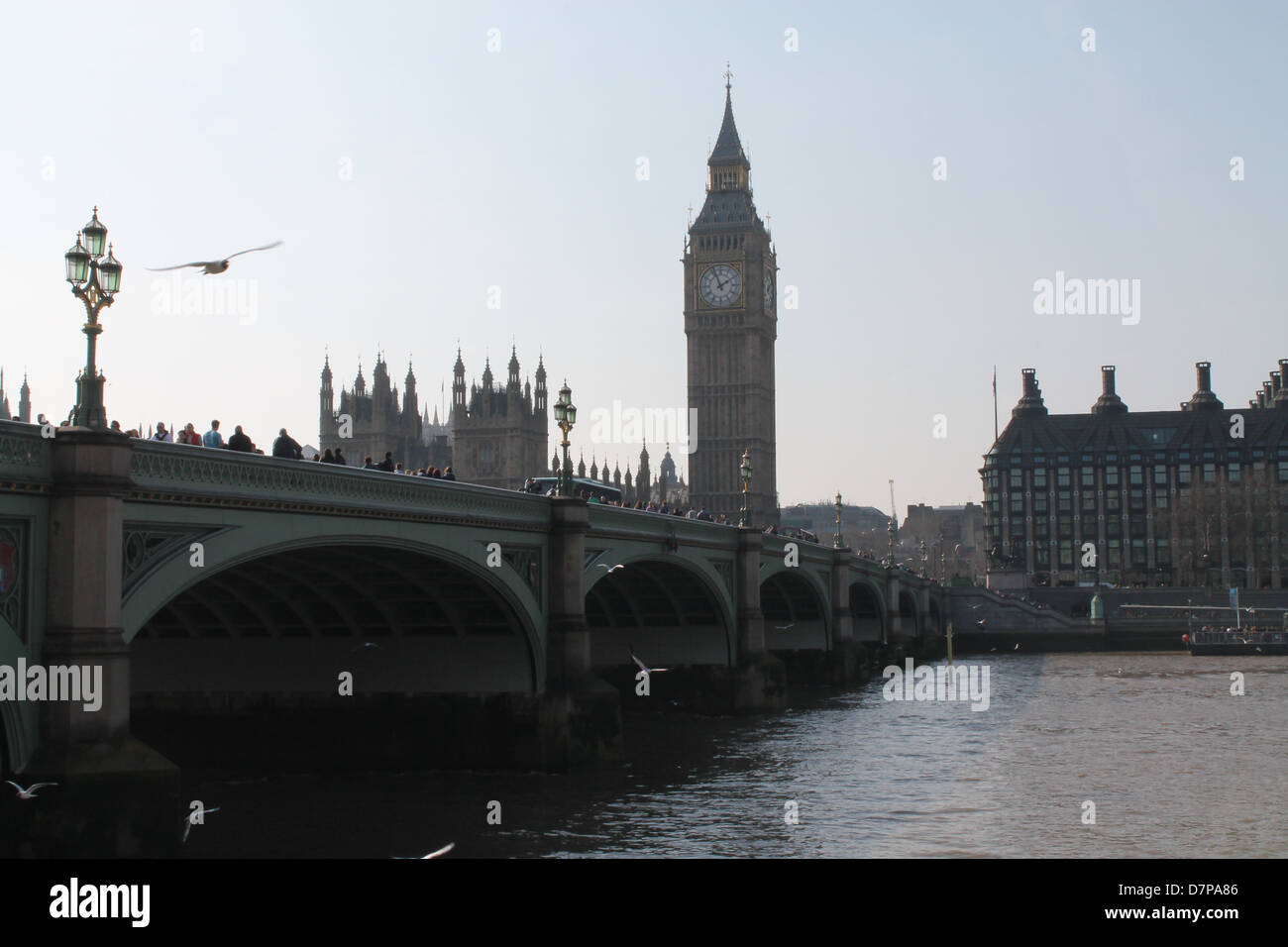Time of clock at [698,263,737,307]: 1:56
